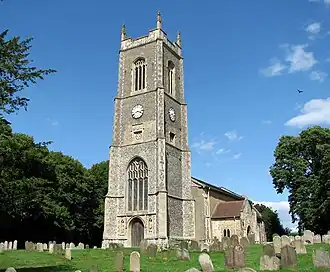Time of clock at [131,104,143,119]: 3:40
